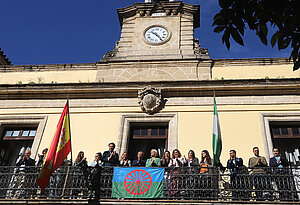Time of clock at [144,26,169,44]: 10:24
